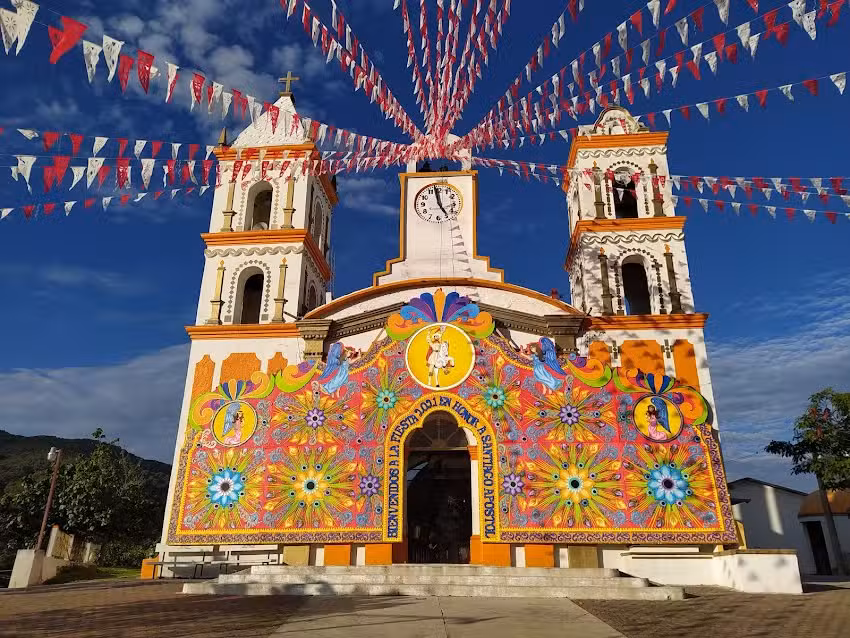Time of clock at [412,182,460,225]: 4:58
